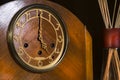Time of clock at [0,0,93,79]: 5:00
